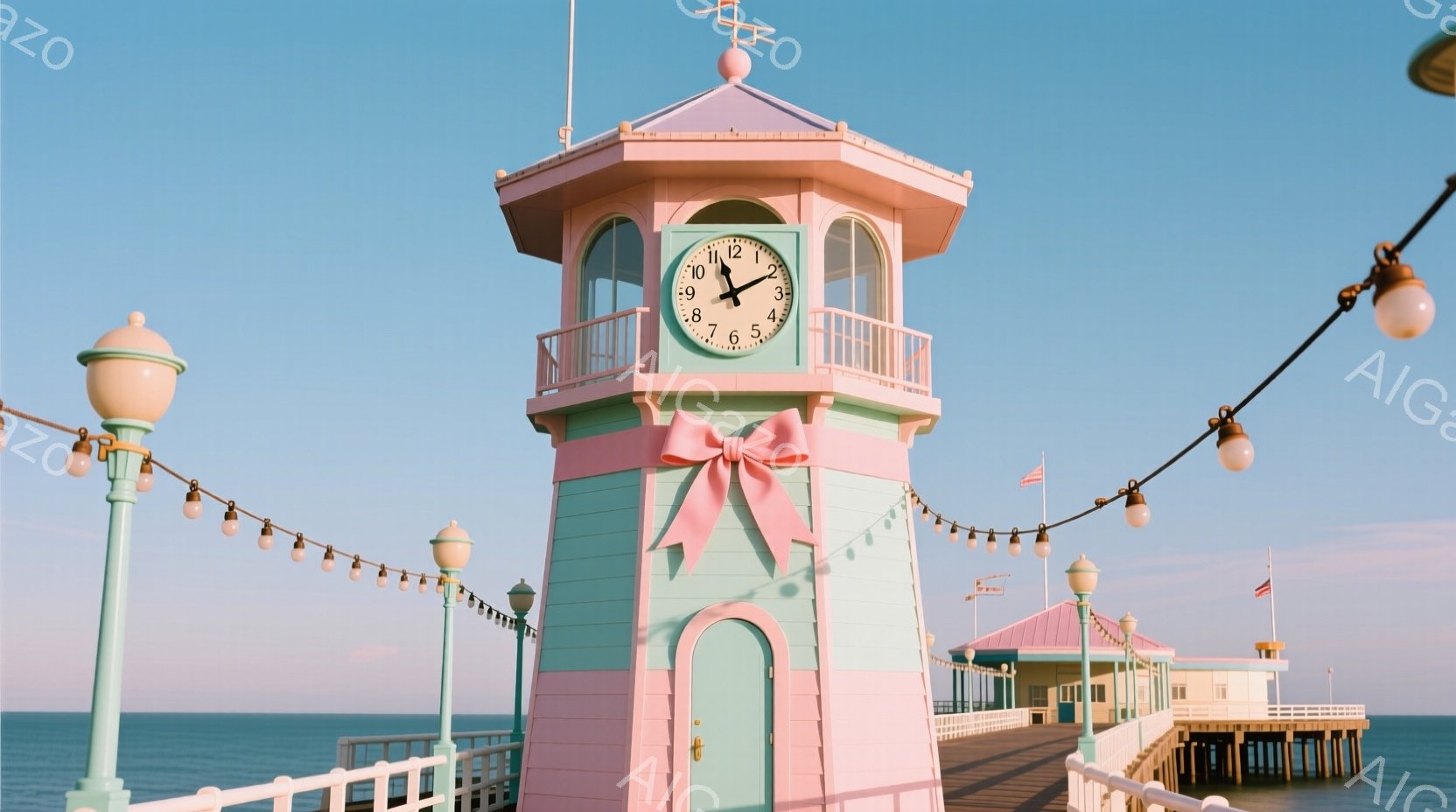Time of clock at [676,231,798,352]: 11:10
